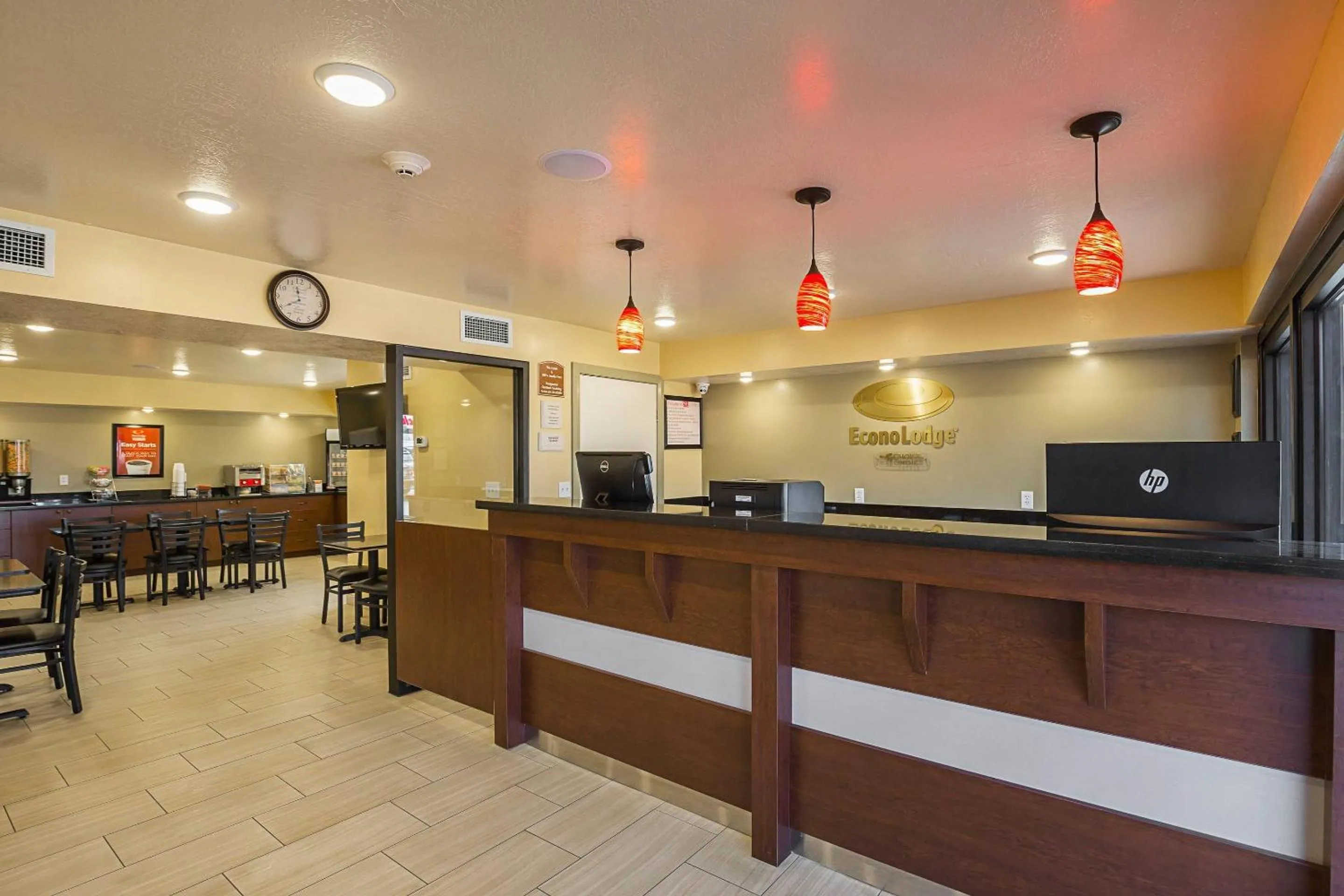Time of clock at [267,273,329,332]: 11:39
